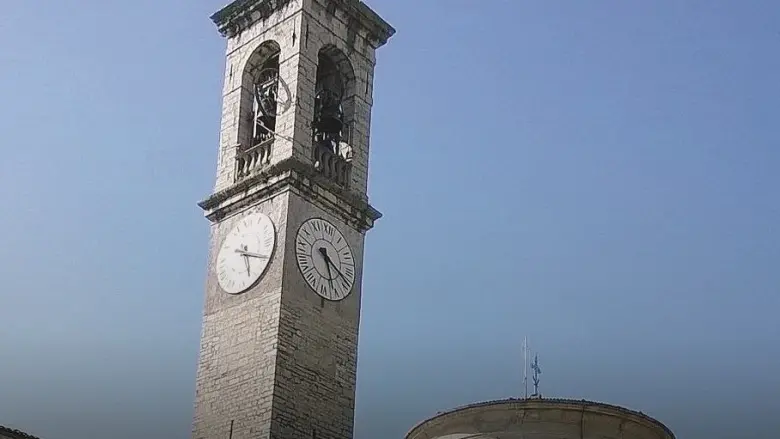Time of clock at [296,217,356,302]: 5:18
